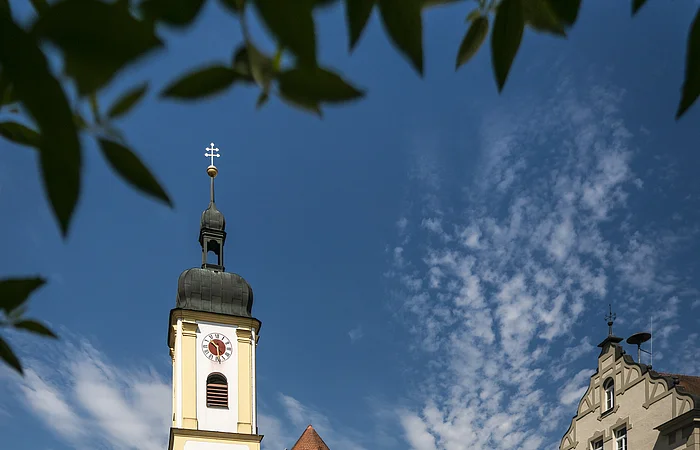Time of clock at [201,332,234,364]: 10:28
